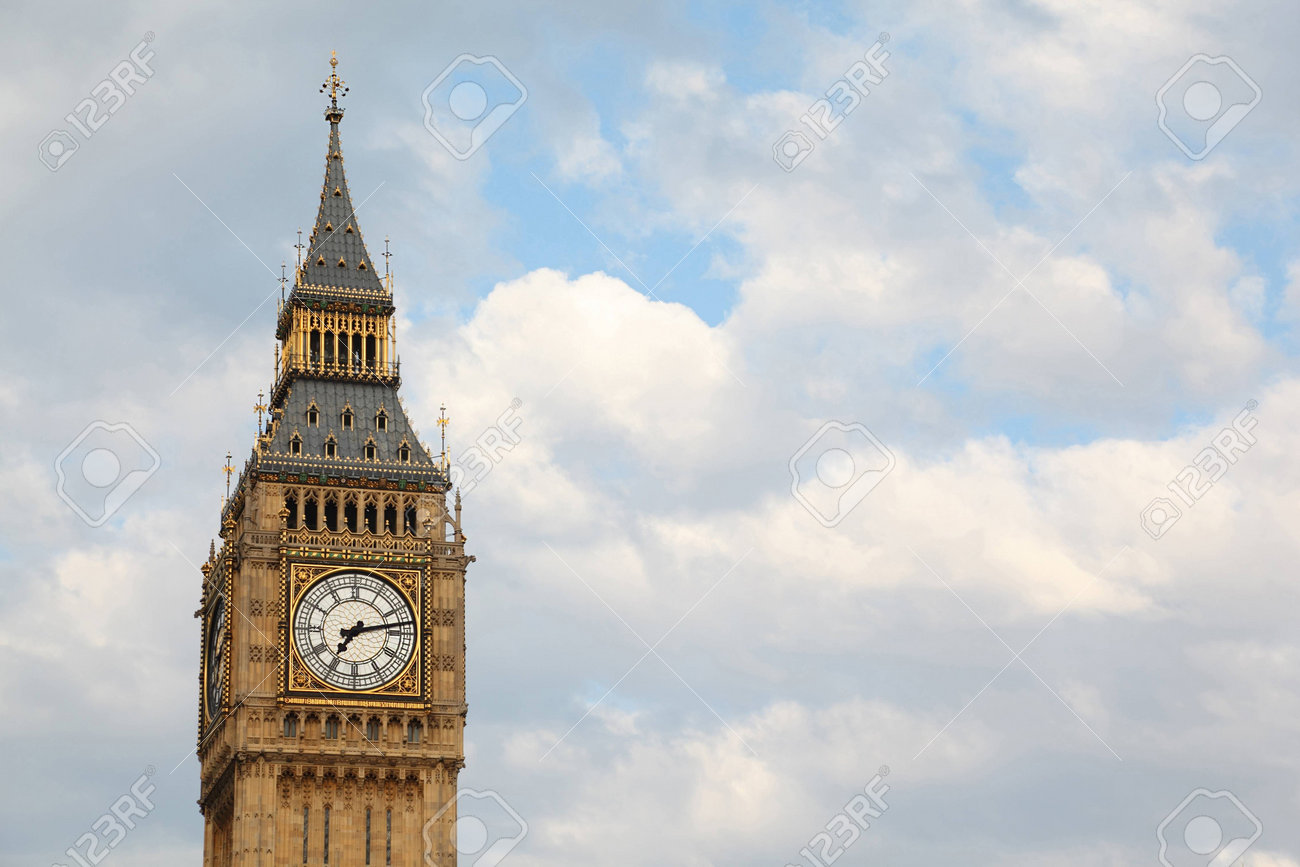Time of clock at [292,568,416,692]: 7:13
